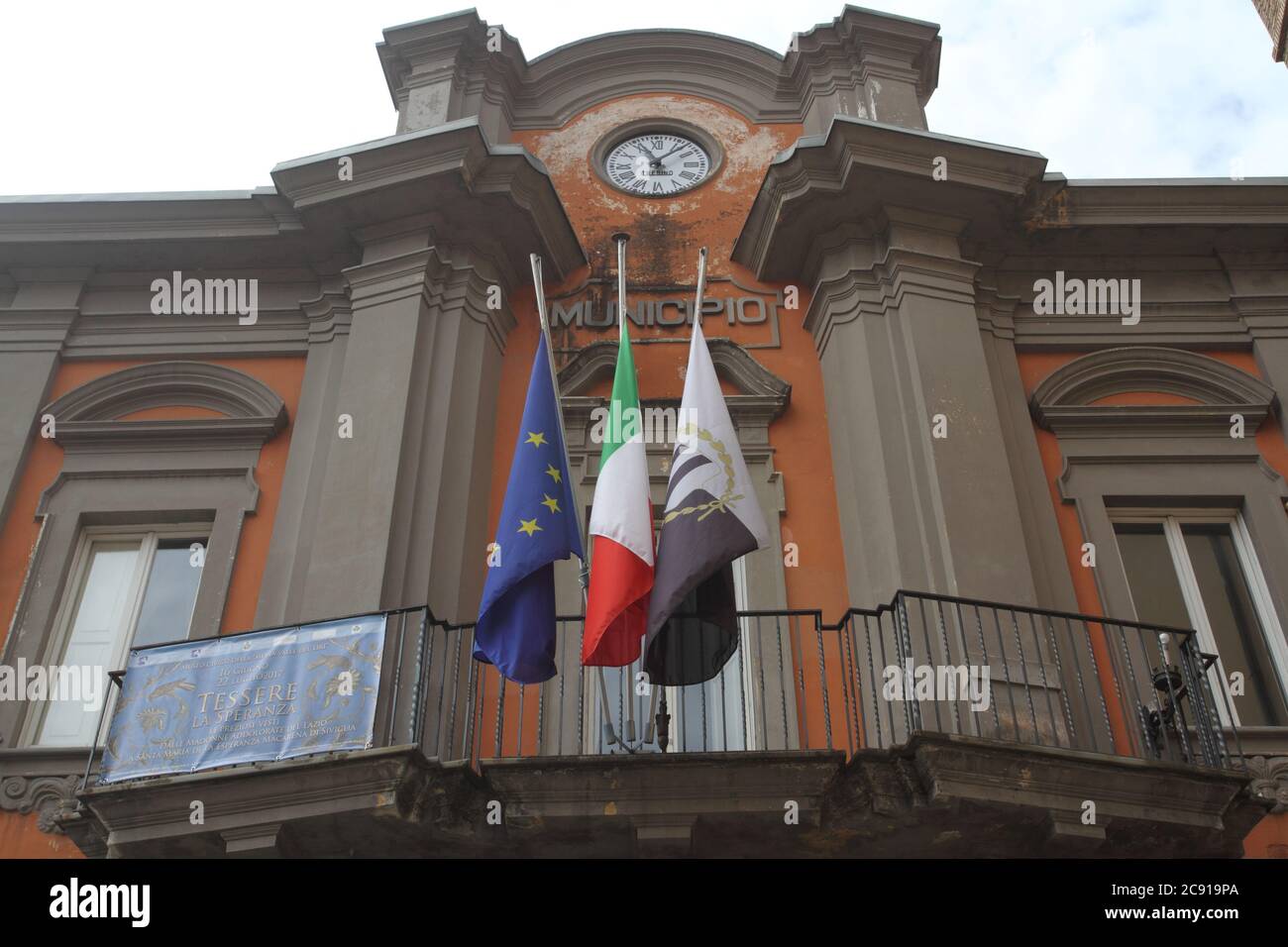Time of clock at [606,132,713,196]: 11:07
